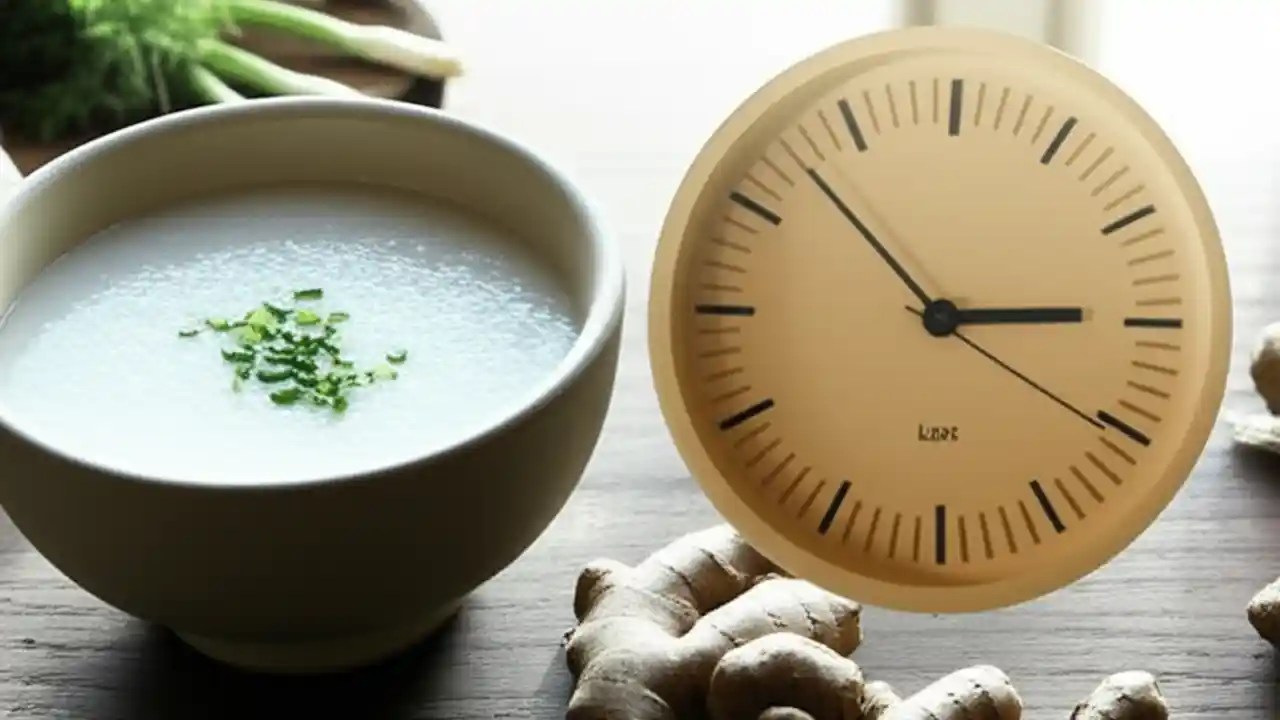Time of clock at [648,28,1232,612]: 2:52
